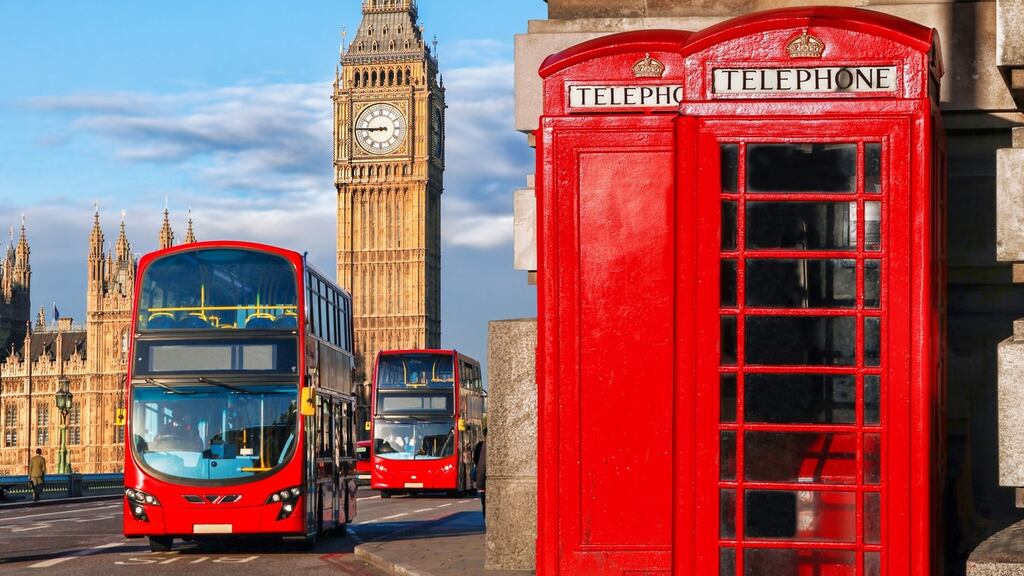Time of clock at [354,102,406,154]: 8:45
